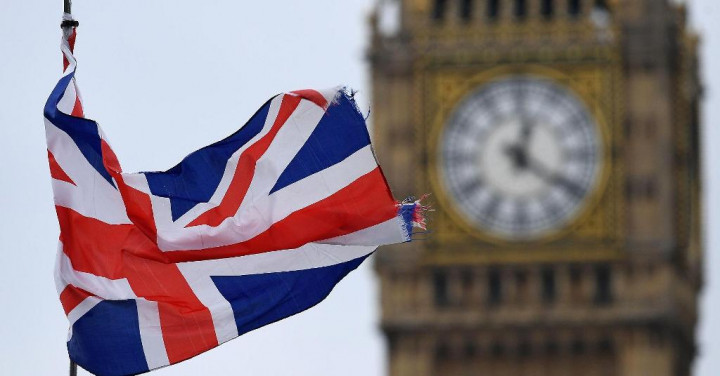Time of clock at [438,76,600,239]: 12:21
